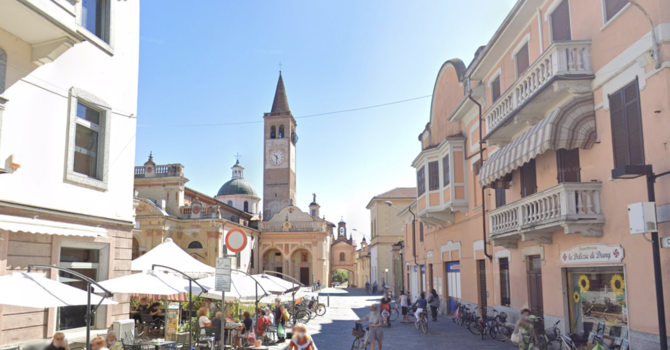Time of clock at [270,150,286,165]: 10:30
